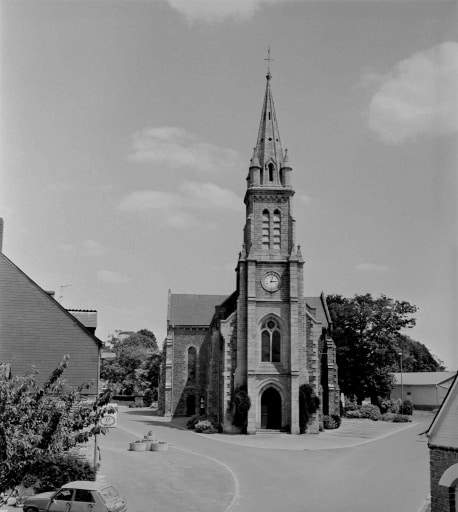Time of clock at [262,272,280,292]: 3:02
